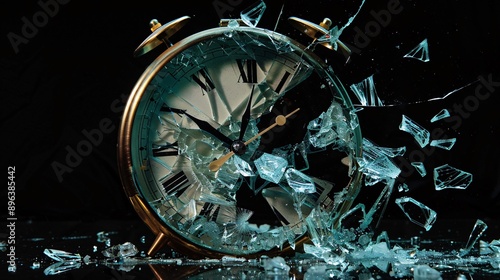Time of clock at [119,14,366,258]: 12:50
